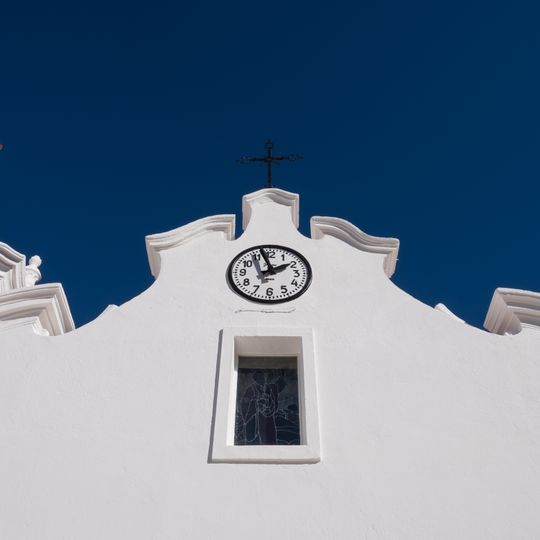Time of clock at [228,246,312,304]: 1:57
